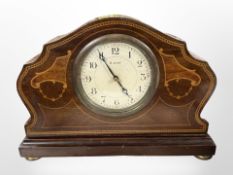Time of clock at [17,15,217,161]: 4:55
